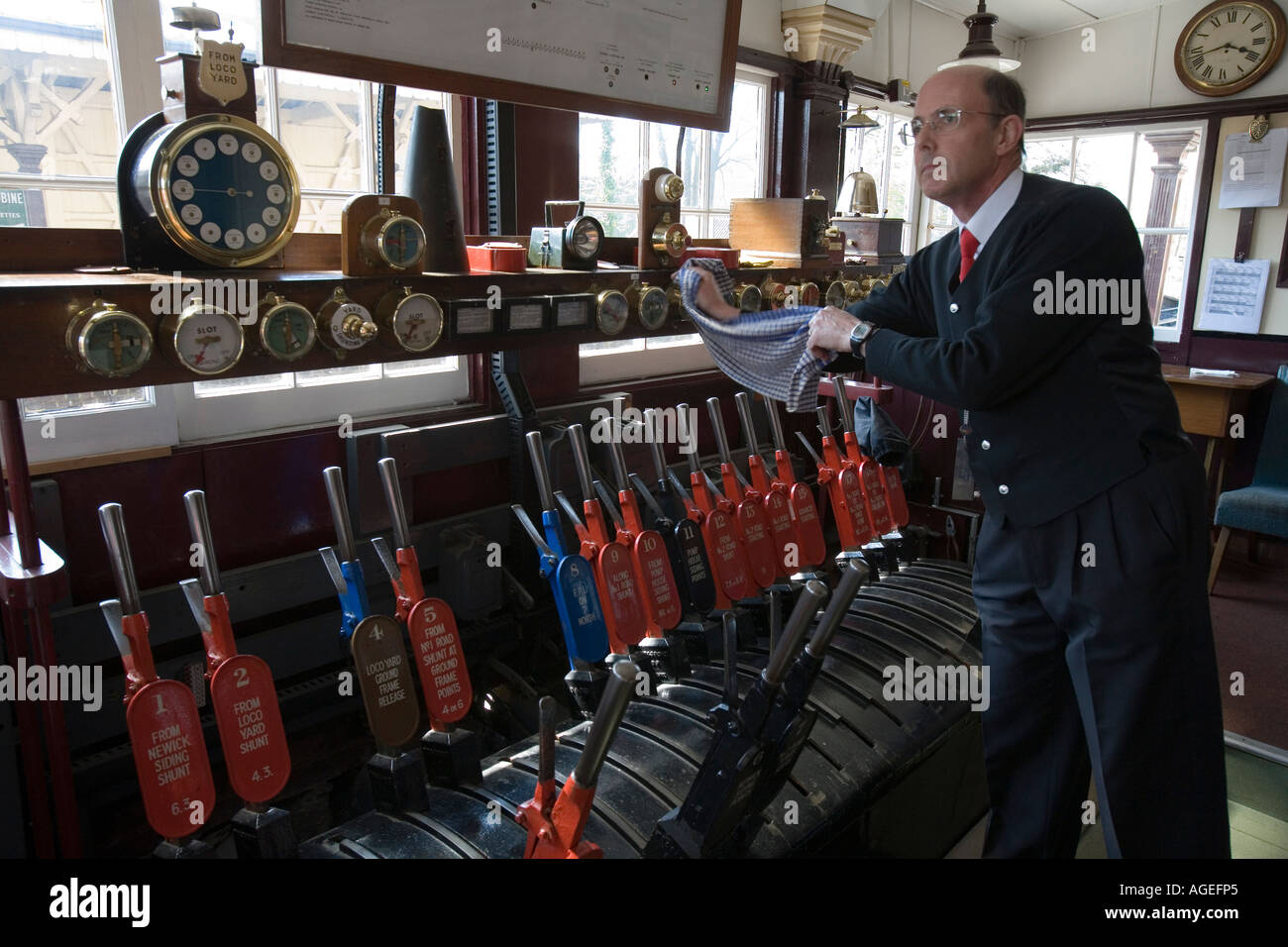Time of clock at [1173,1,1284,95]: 3:42
